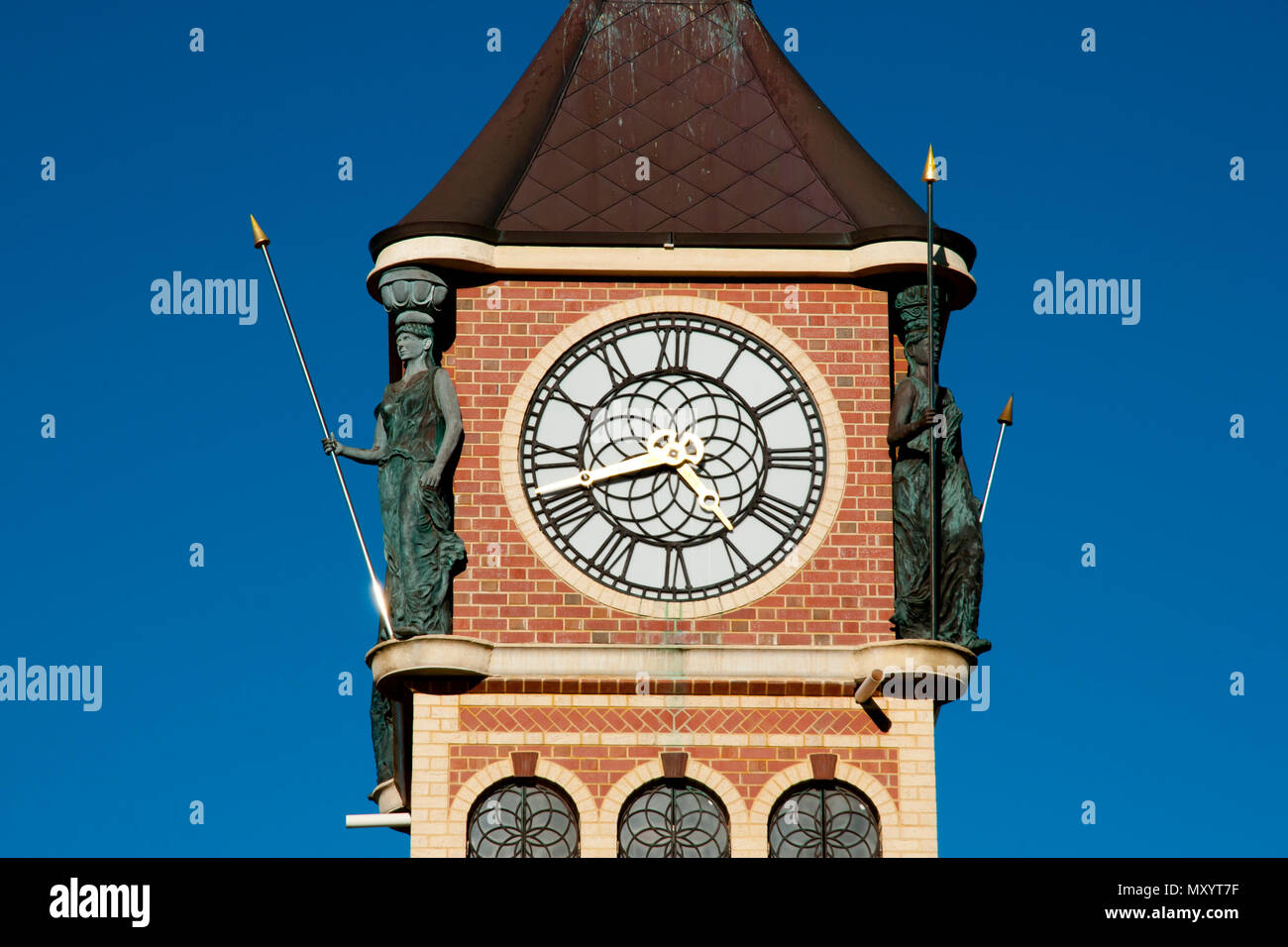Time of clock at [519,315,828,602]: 4:42
